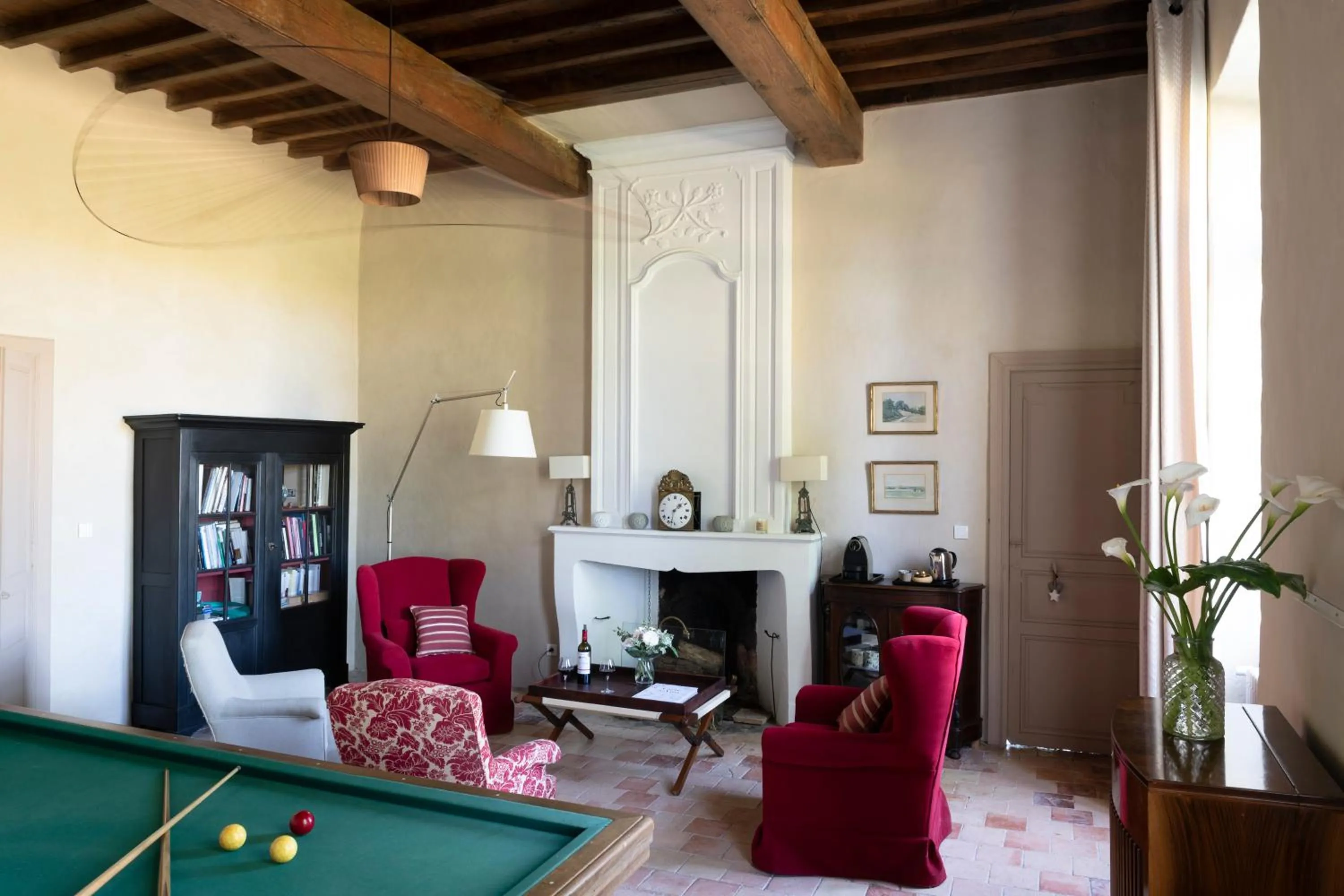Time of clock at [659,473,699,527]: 1:32
